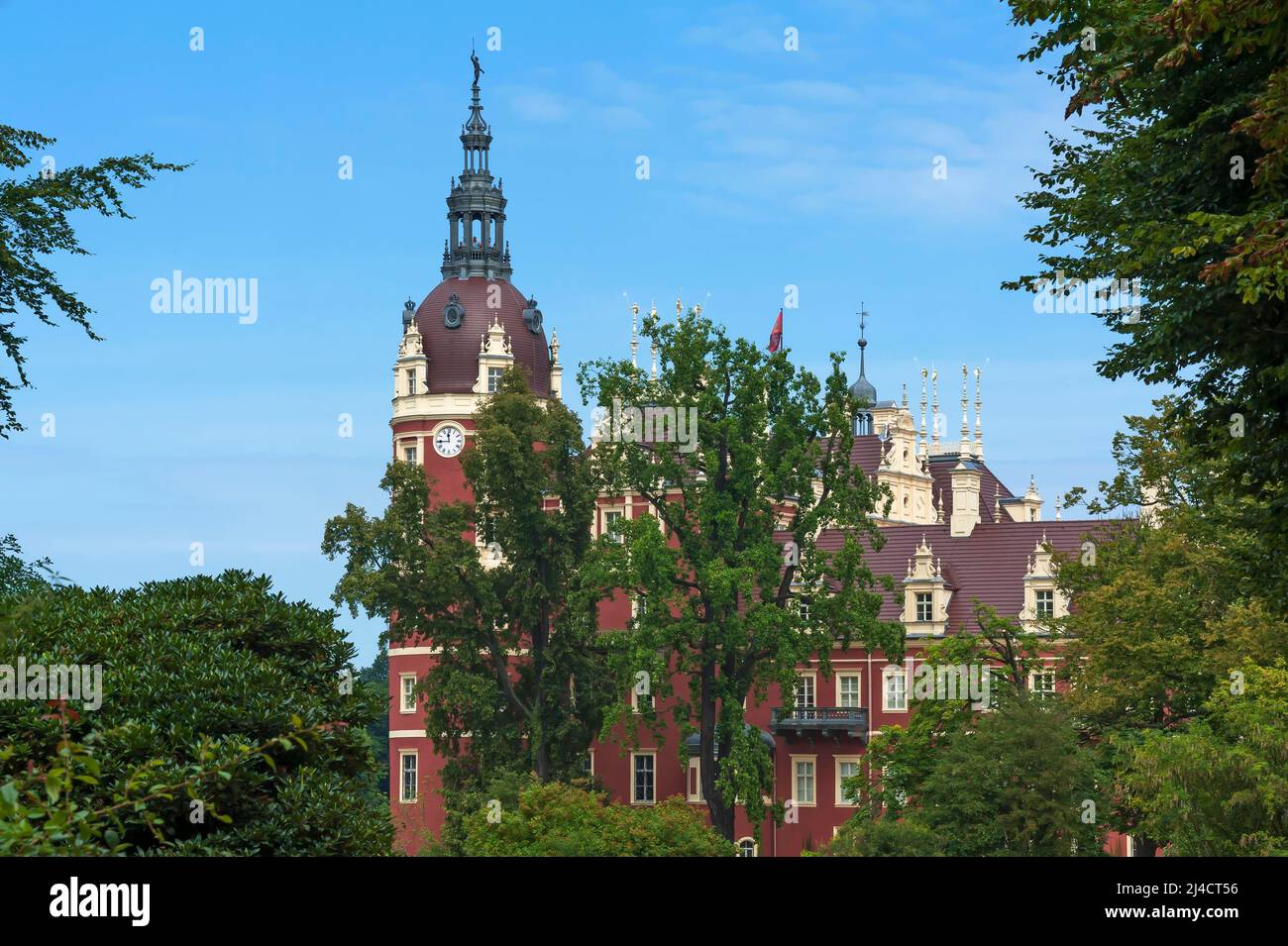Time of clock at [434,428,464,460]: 11:44
